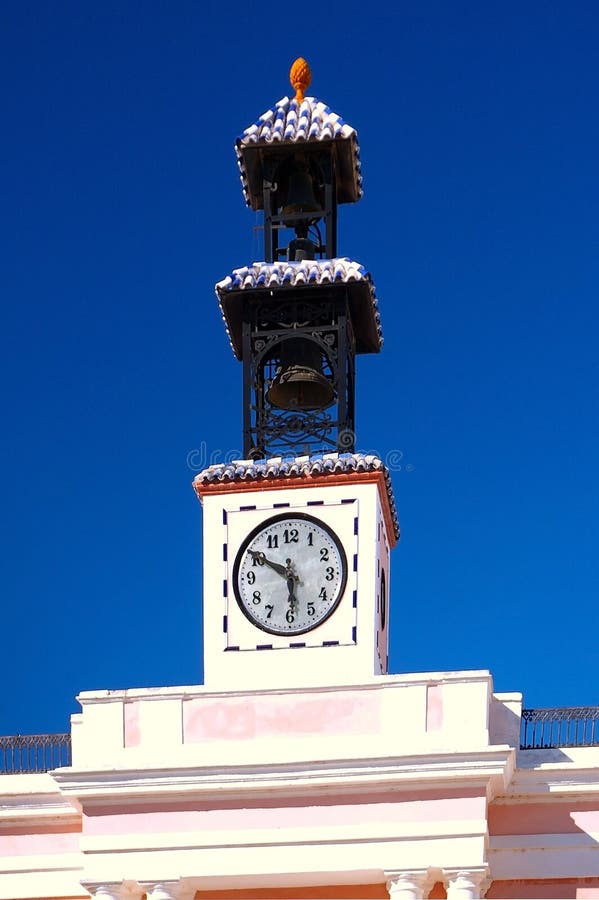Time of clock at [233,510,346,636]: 5:49
